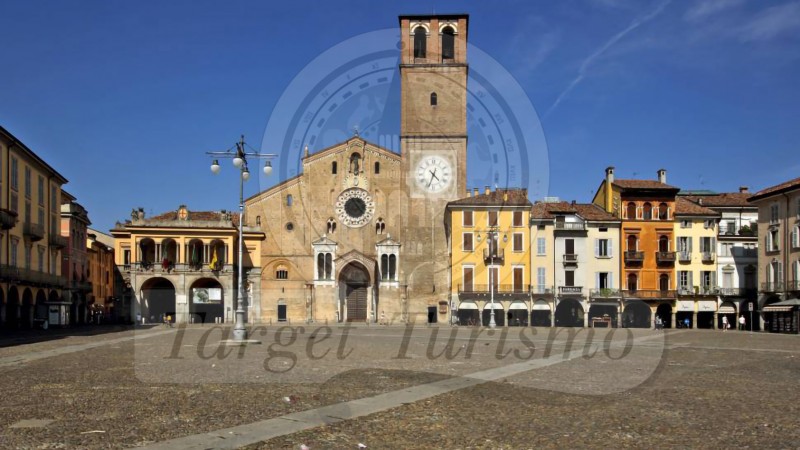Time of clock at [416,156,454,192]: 4:33
